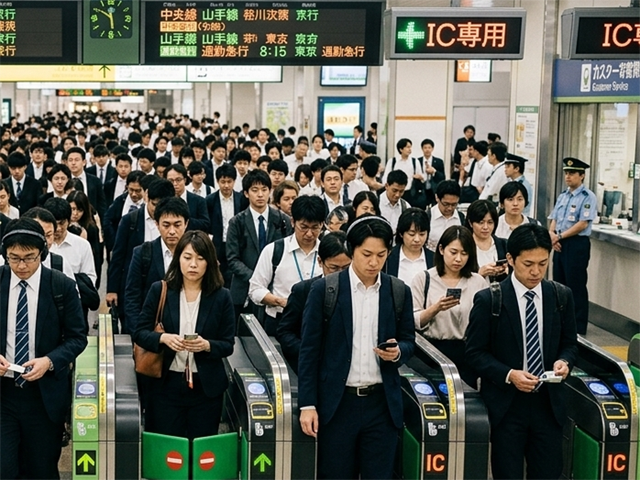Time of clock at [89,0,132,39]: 5:50
